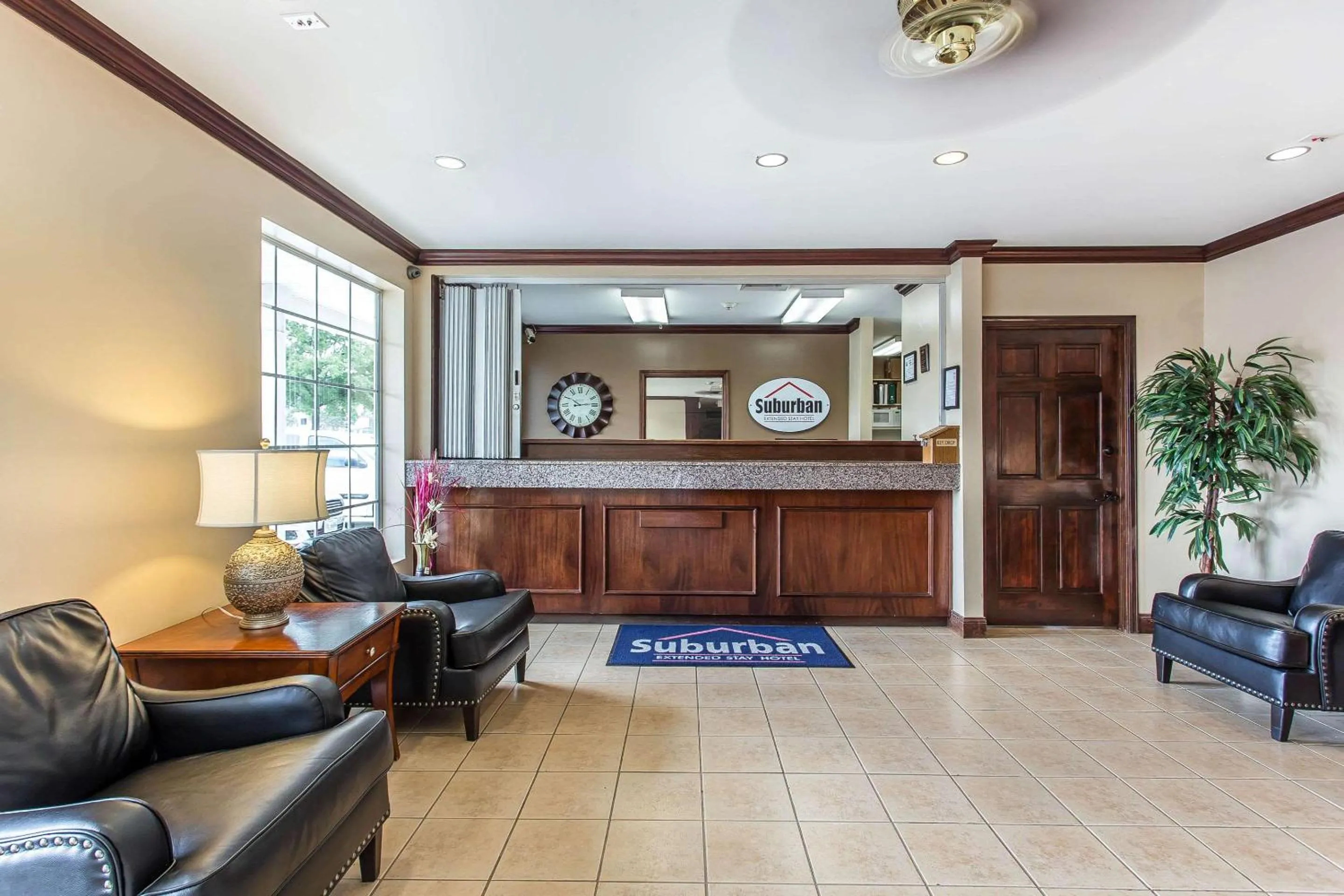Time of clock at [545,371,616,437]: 10:13
